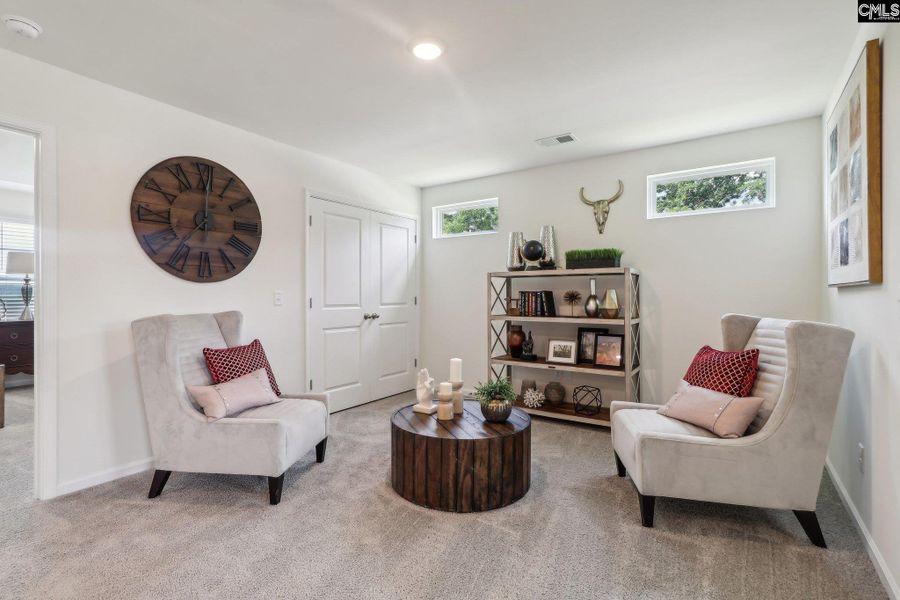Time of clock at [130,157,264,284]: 7:00
